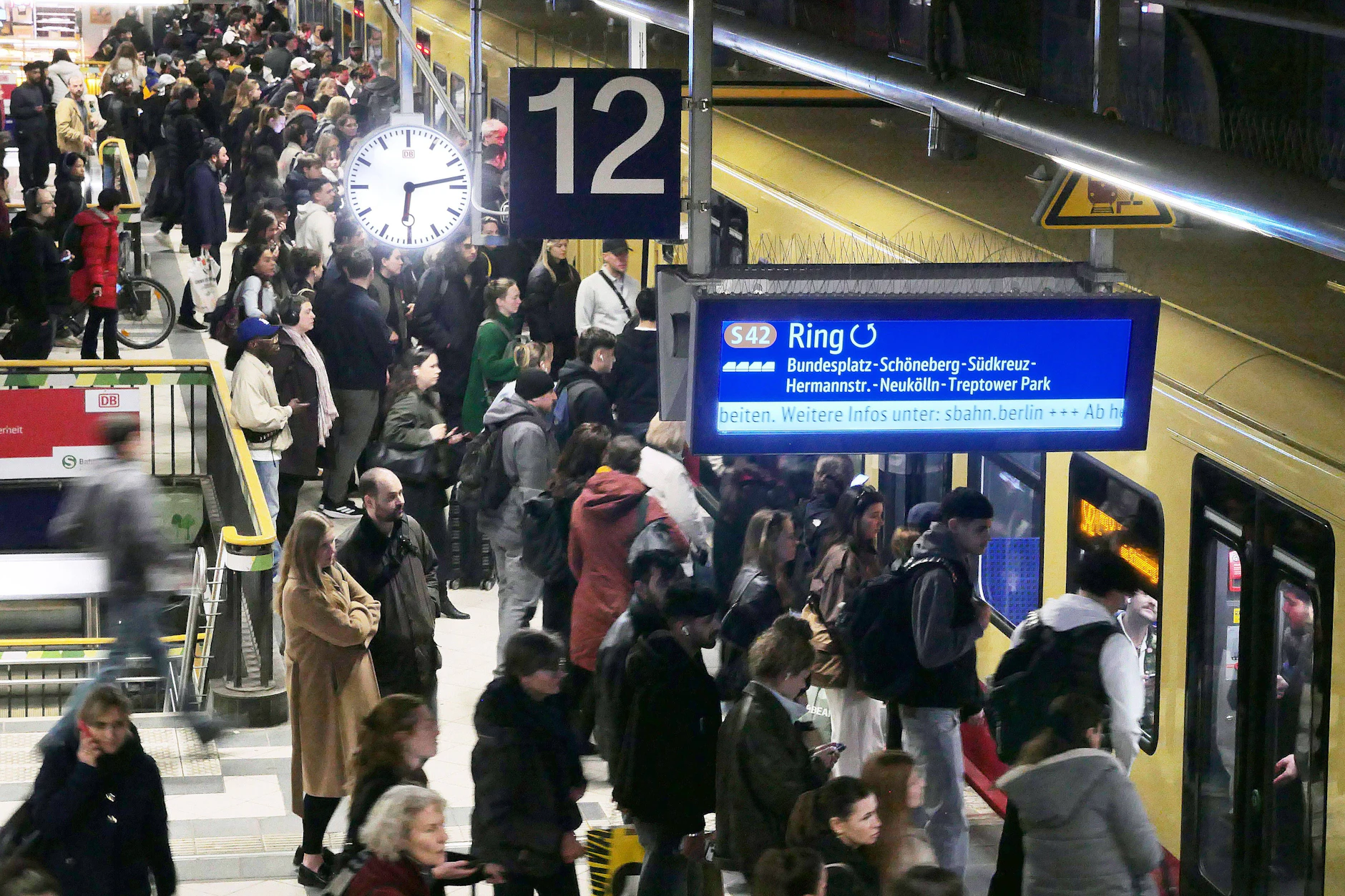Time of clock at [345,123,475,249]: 6:13
